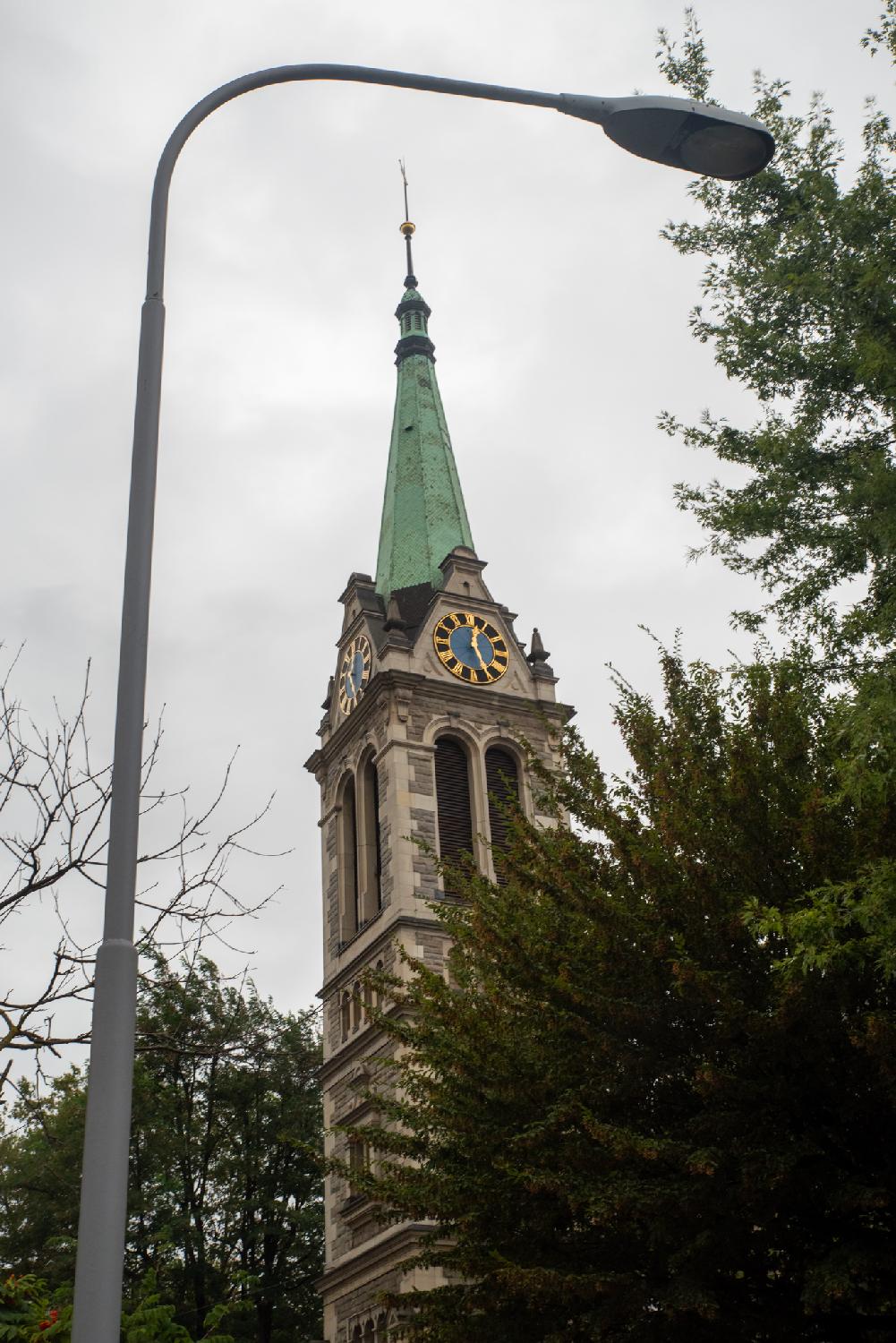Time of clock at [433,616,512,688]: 12:26
